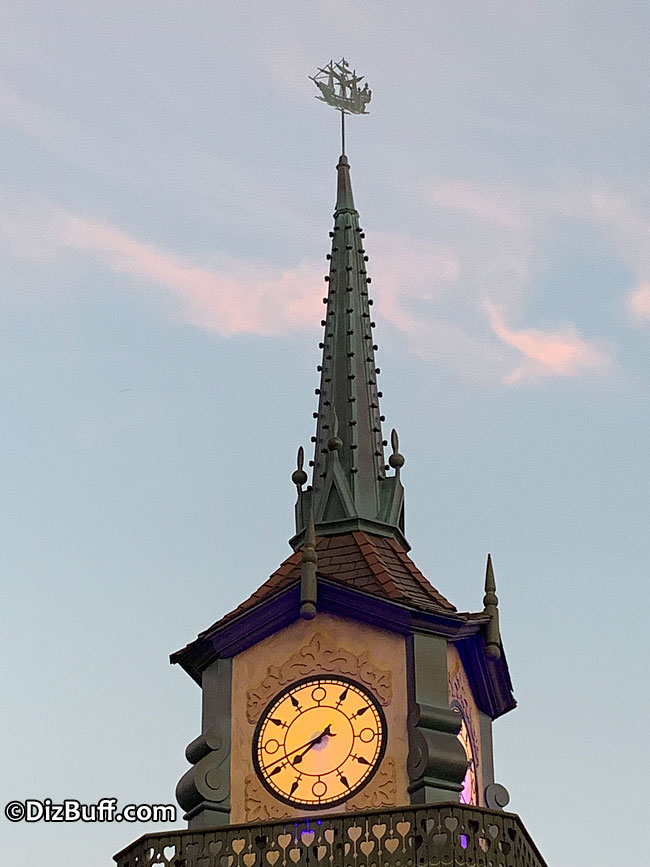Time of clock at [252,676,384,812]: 7:41
